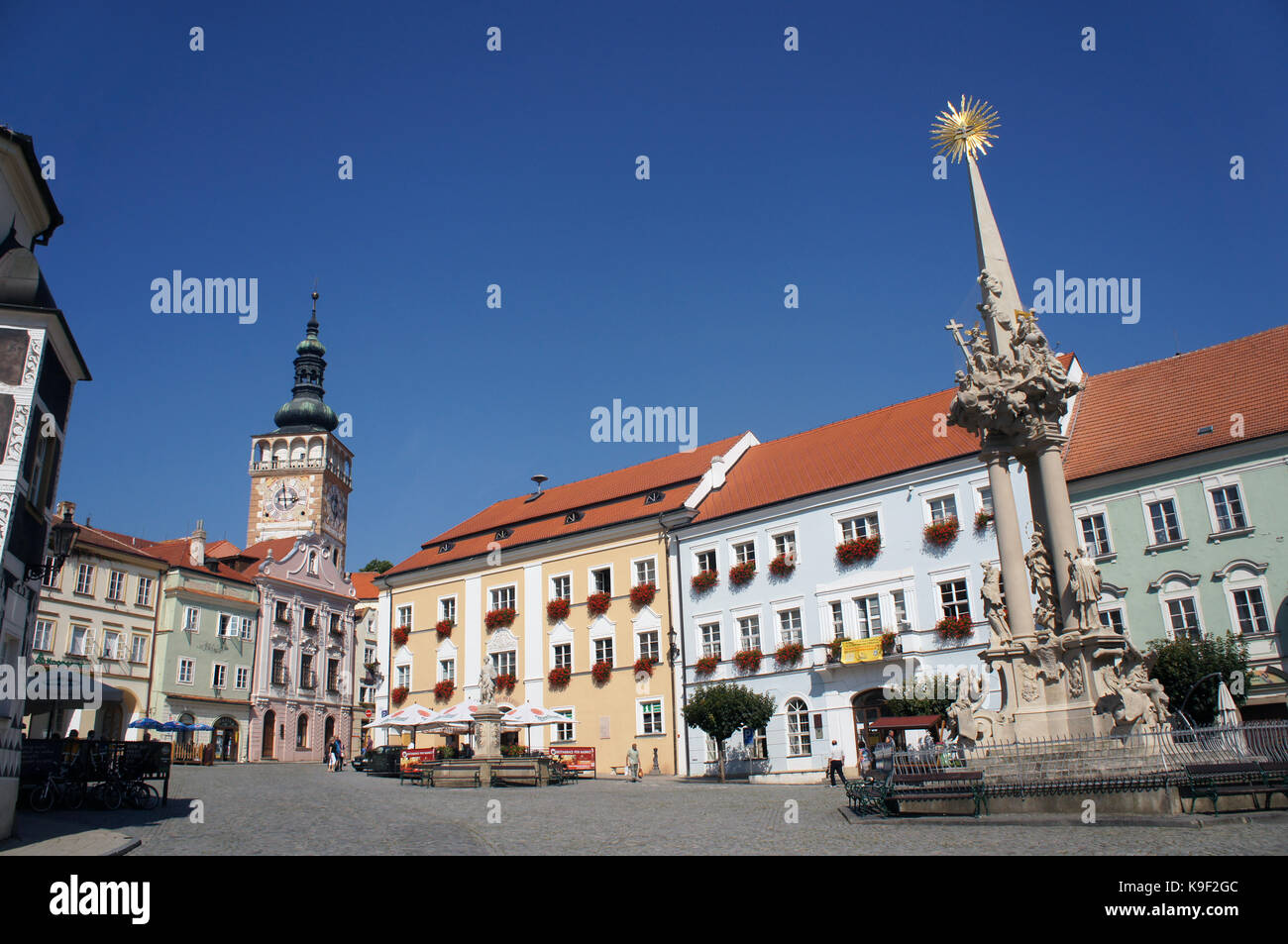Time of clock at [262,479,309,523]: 2:58
